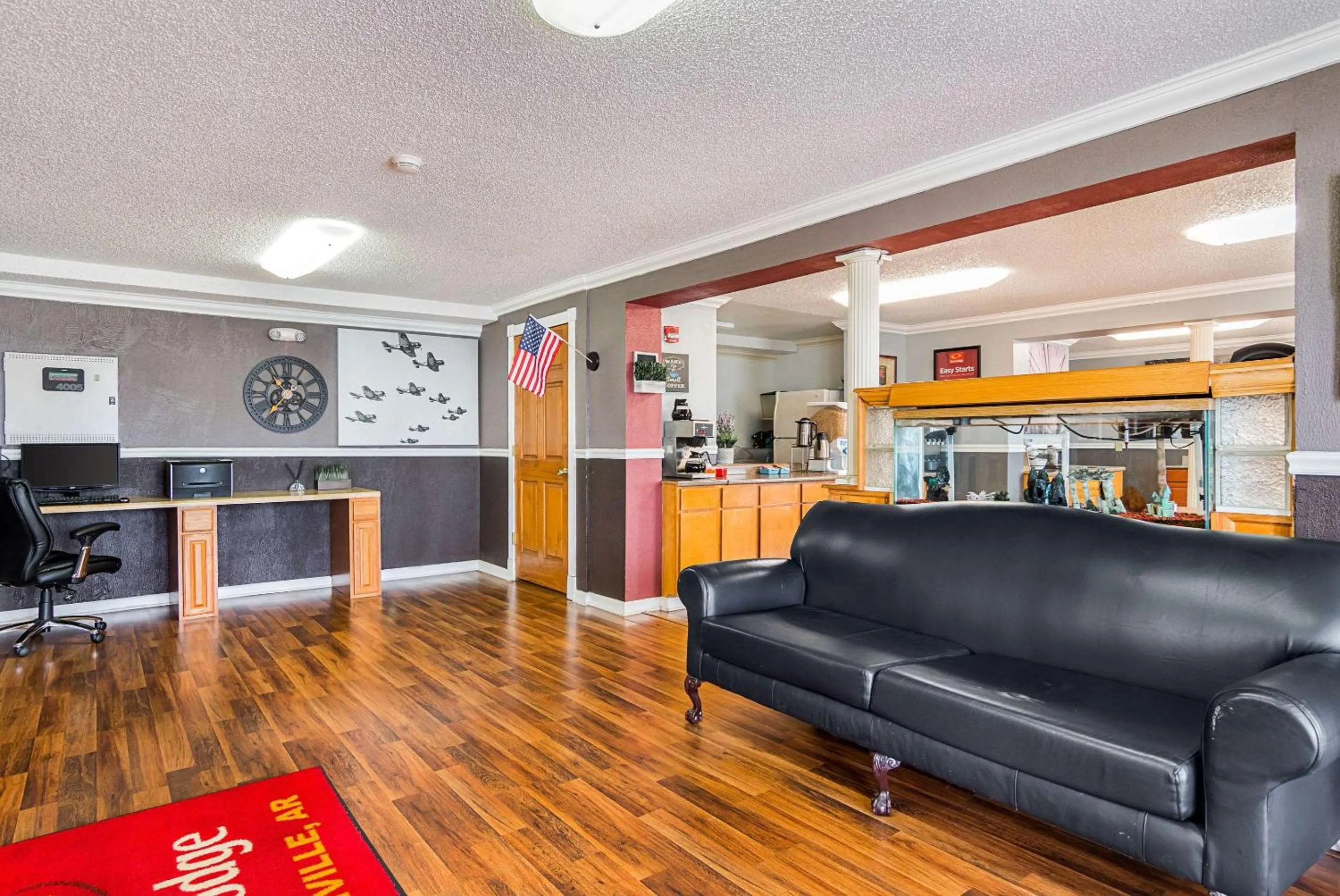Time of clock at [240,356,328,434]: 10:36
